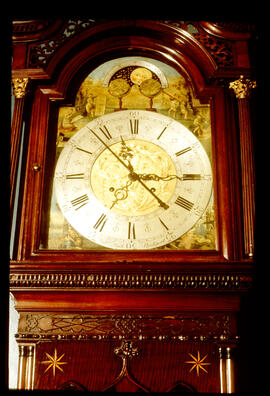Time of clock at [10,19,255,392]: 4:14
